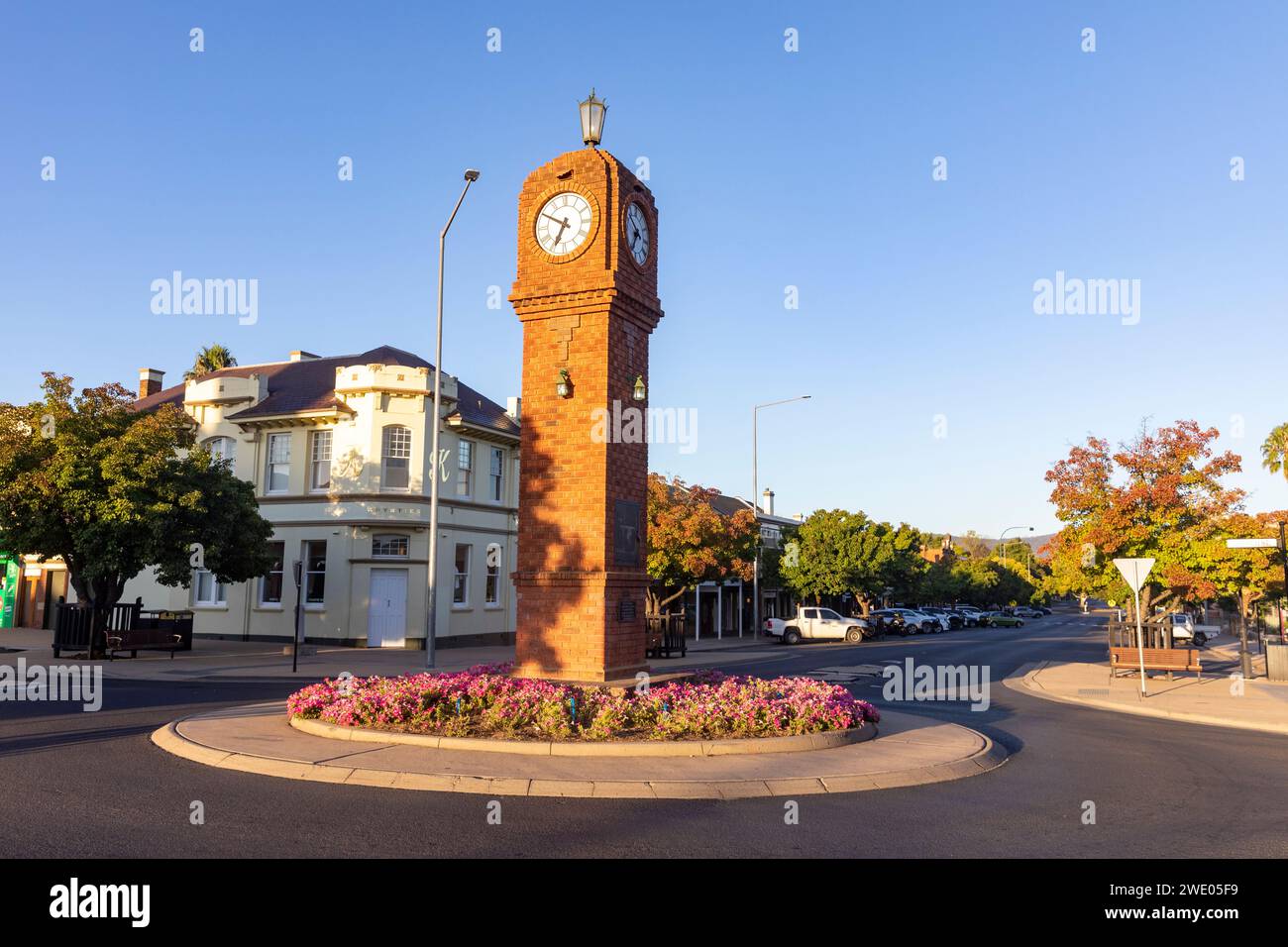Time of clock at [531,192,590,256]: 6:49
